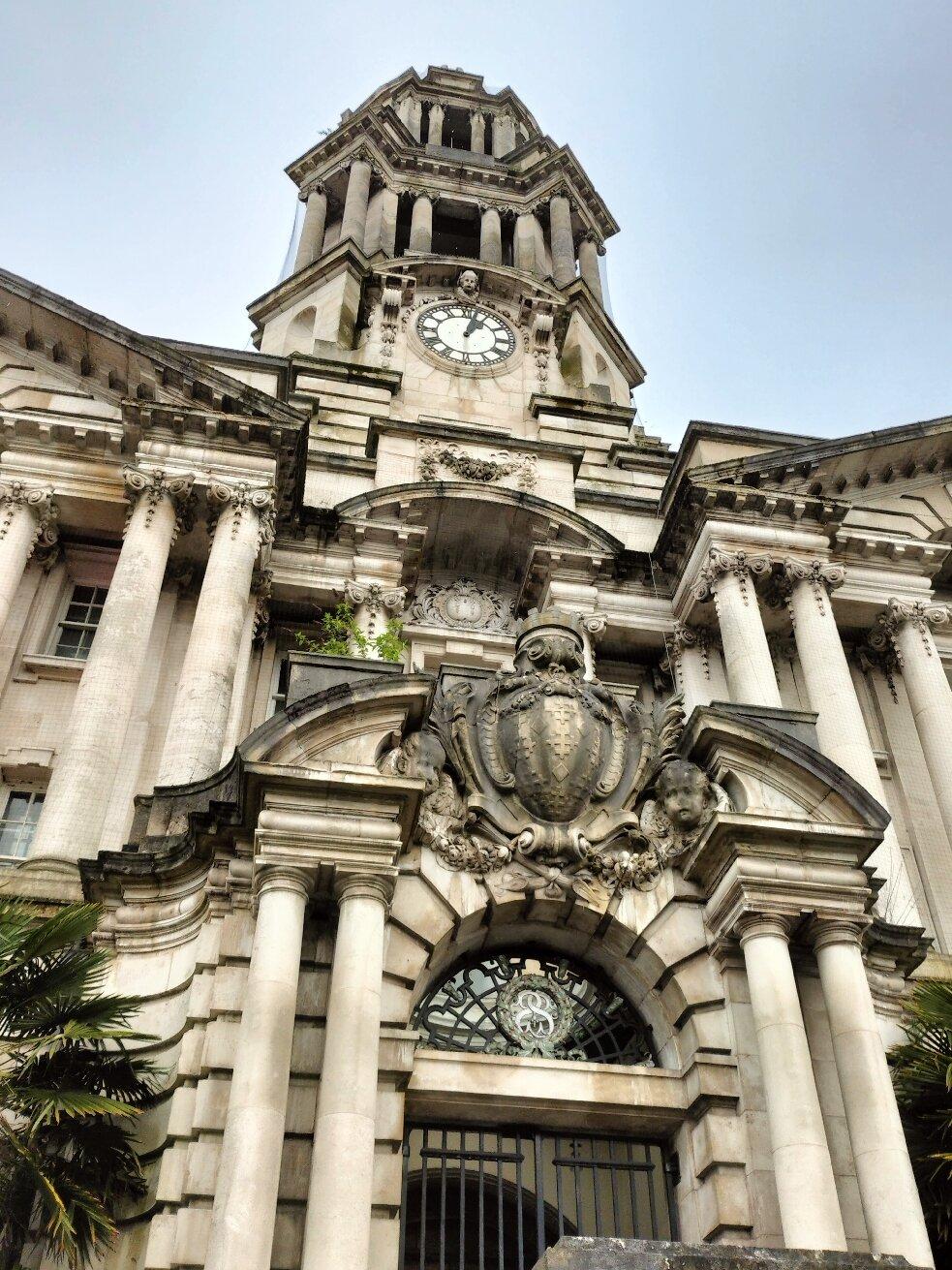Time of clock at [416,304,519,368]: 1:02
